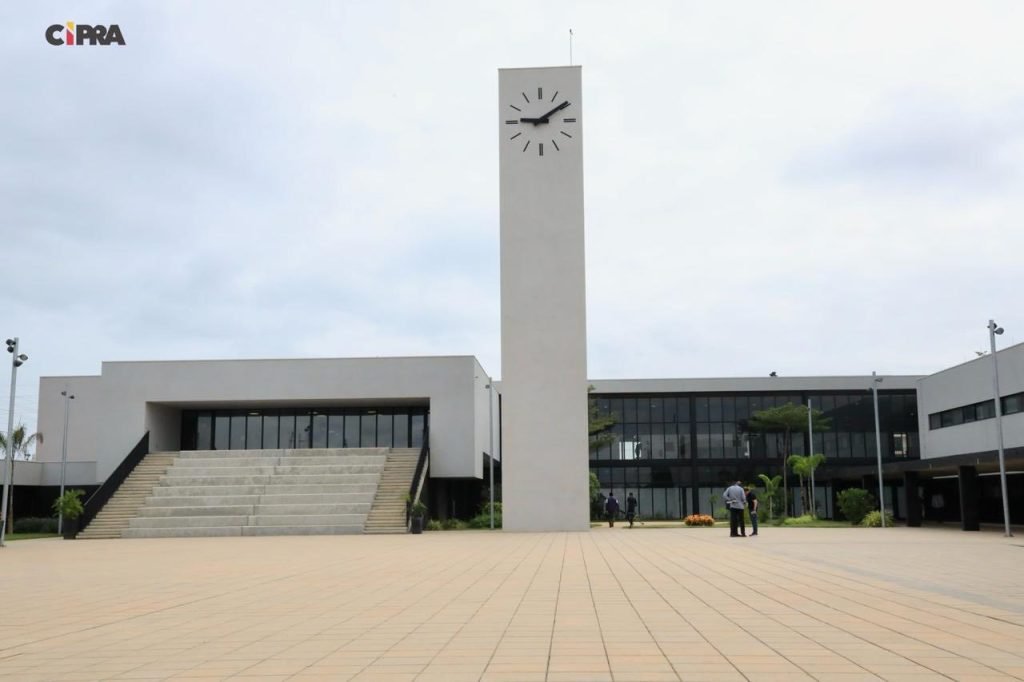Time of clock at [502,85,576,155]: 9:09
